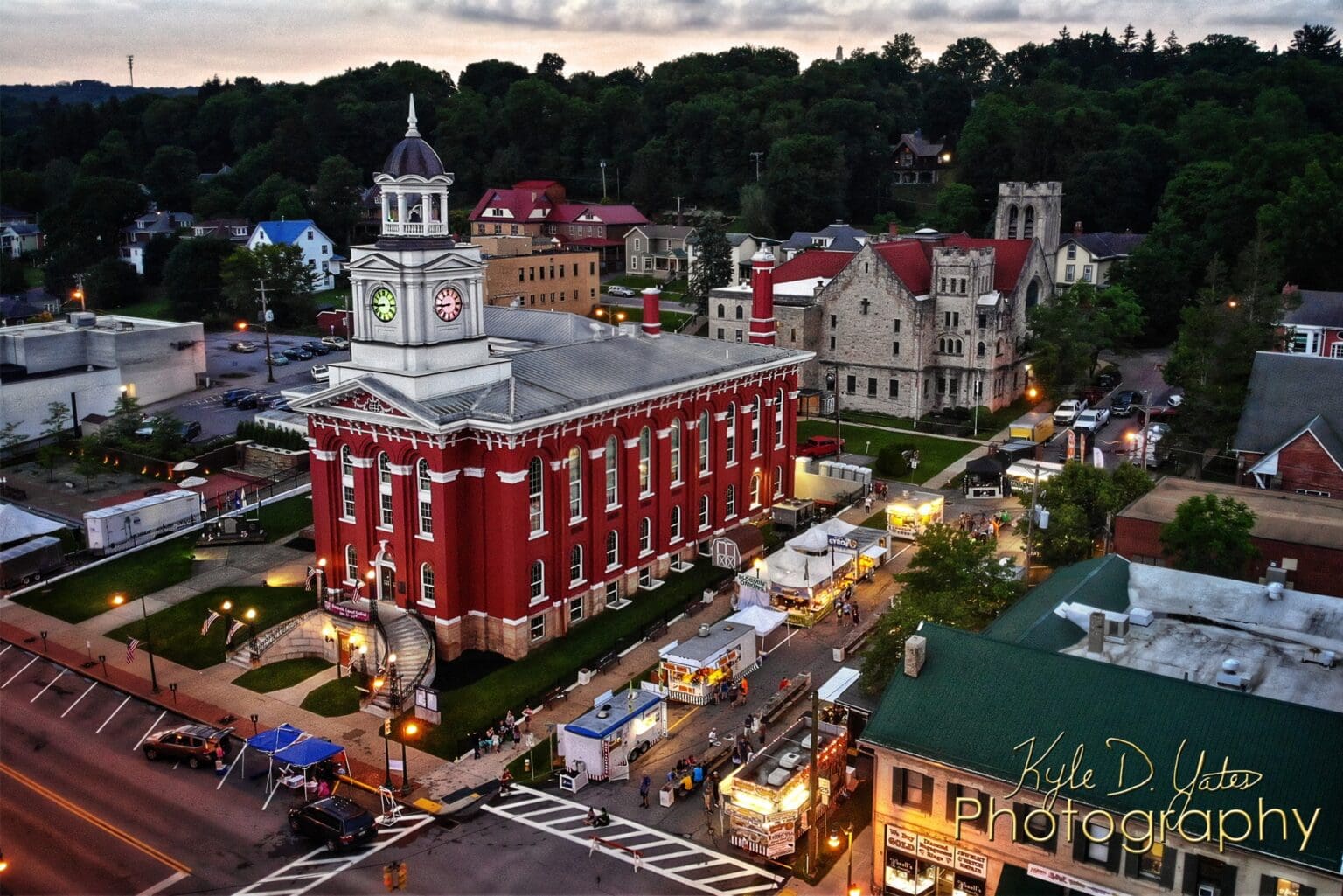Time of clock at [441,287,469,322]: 8:44
